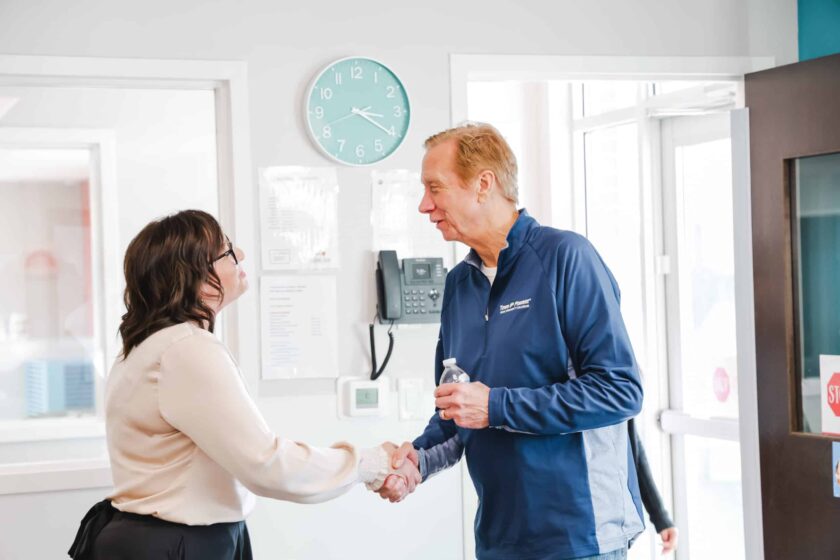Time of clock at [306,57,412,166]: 3:20
